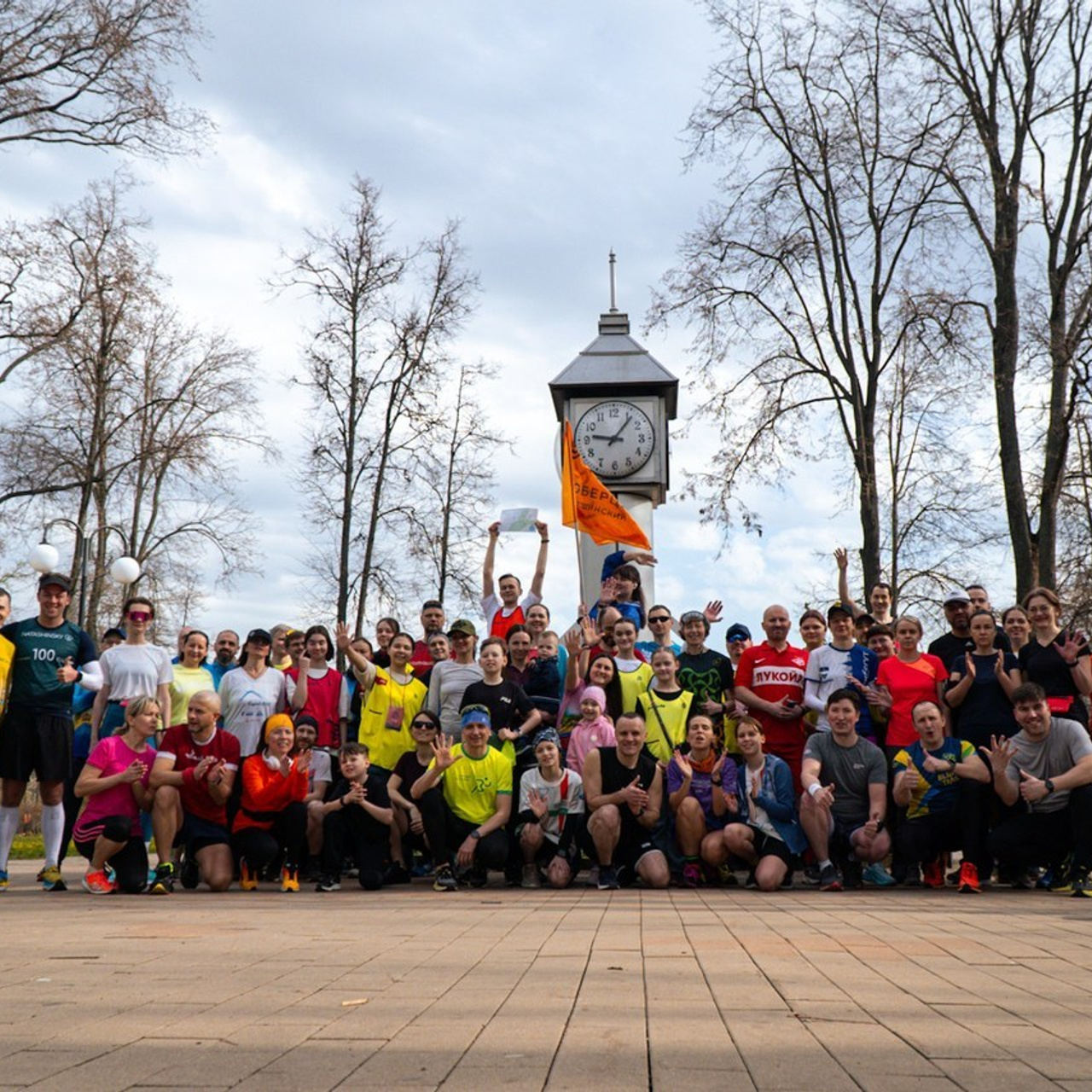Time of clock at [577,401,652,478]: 9:06
